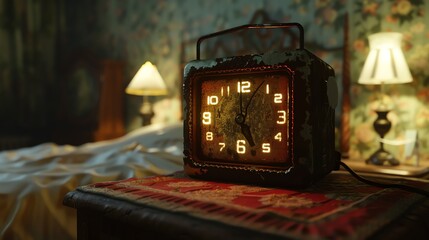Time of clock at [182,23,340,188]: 5:03
